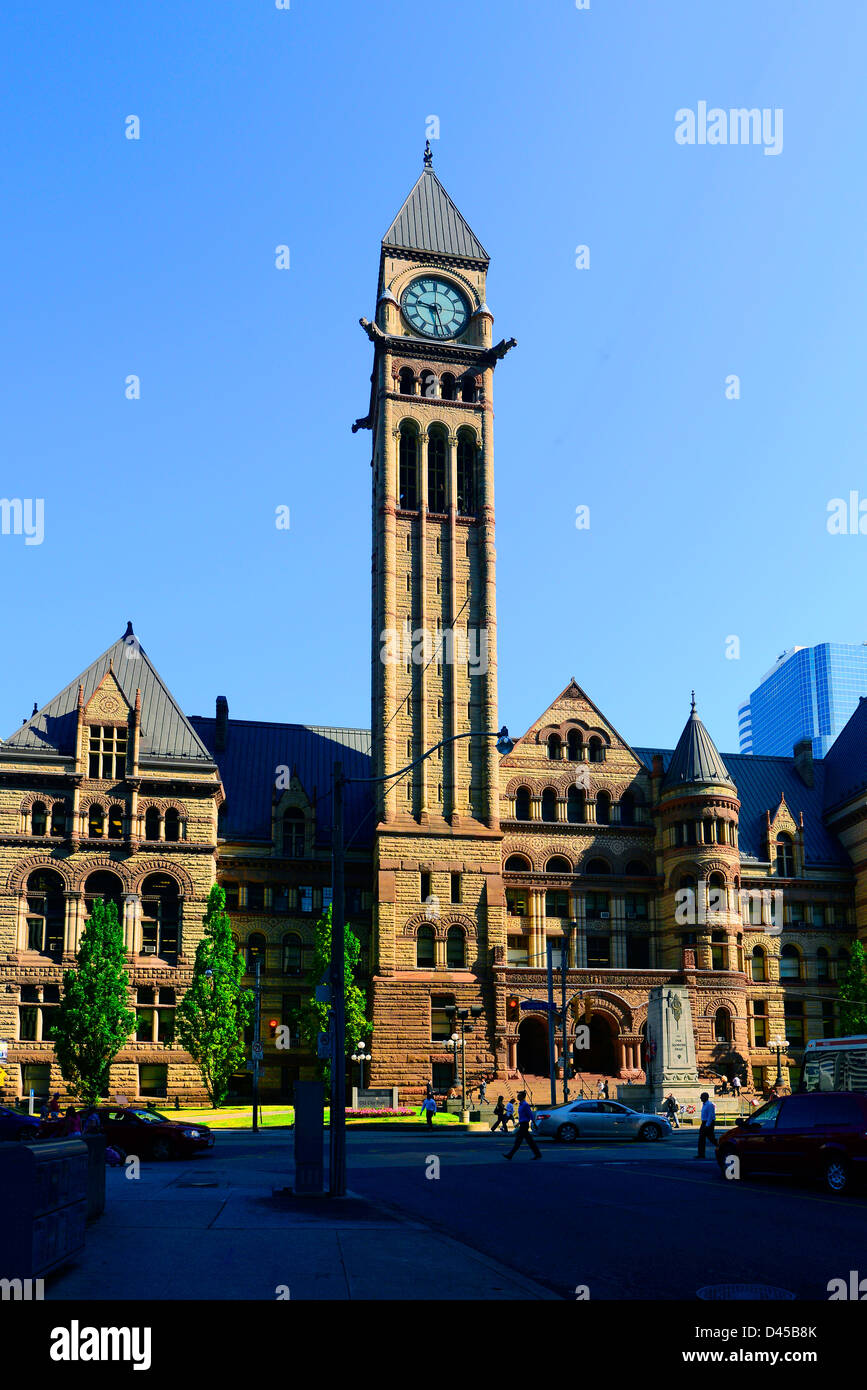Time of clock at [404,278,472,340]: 9:27
